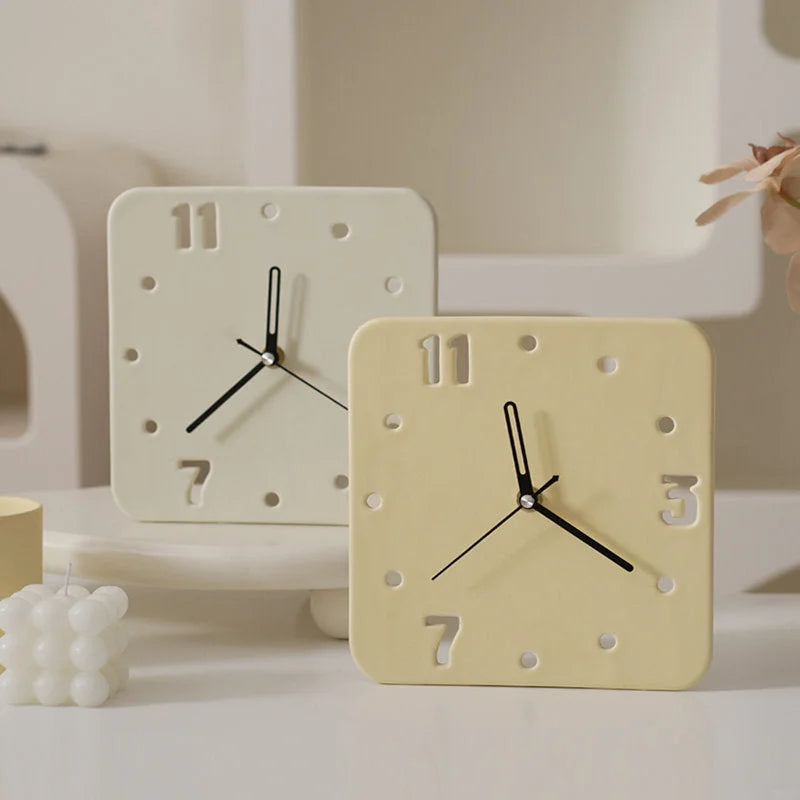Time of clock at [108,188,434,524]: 12:38
